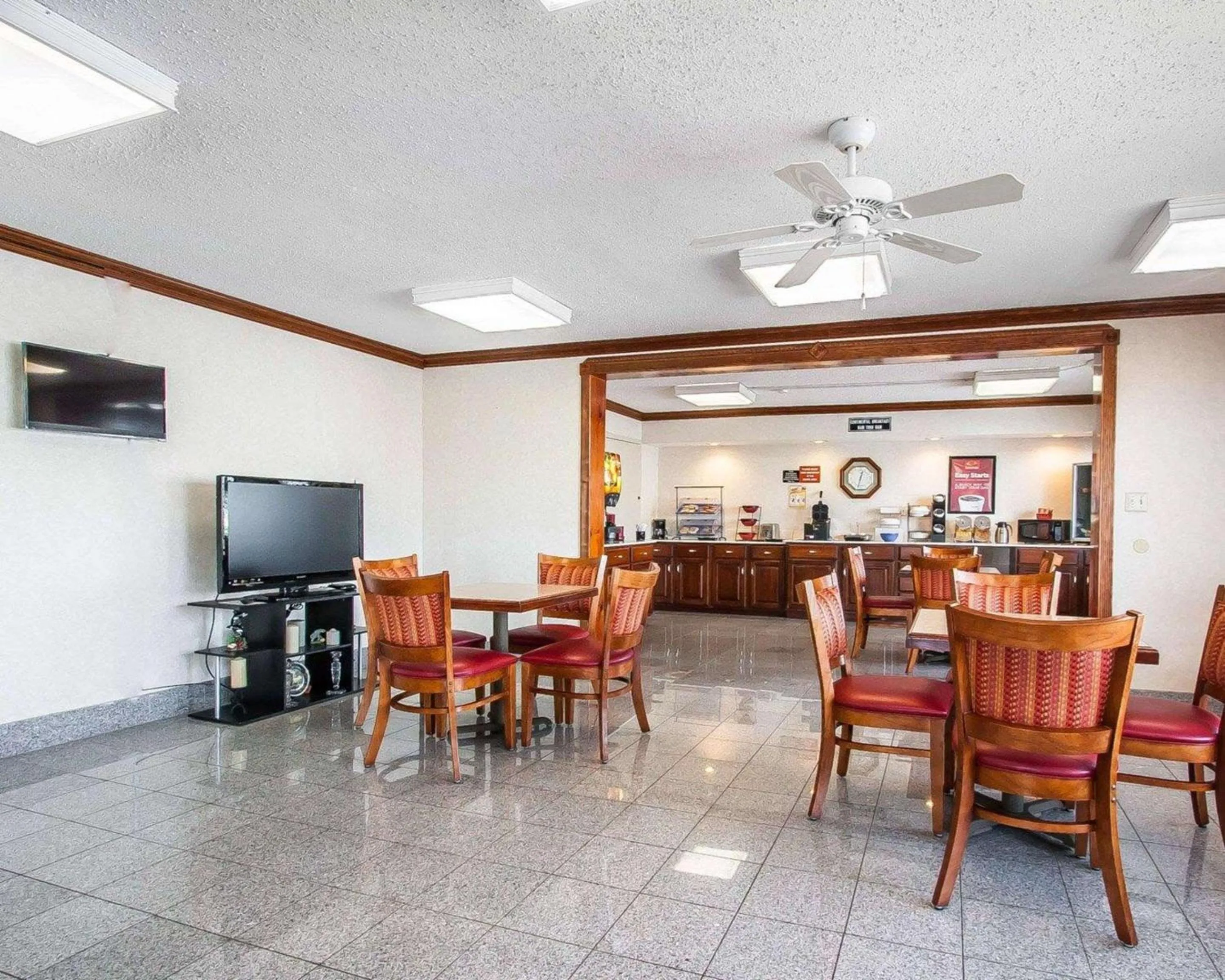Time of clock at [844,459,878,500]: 12:32
